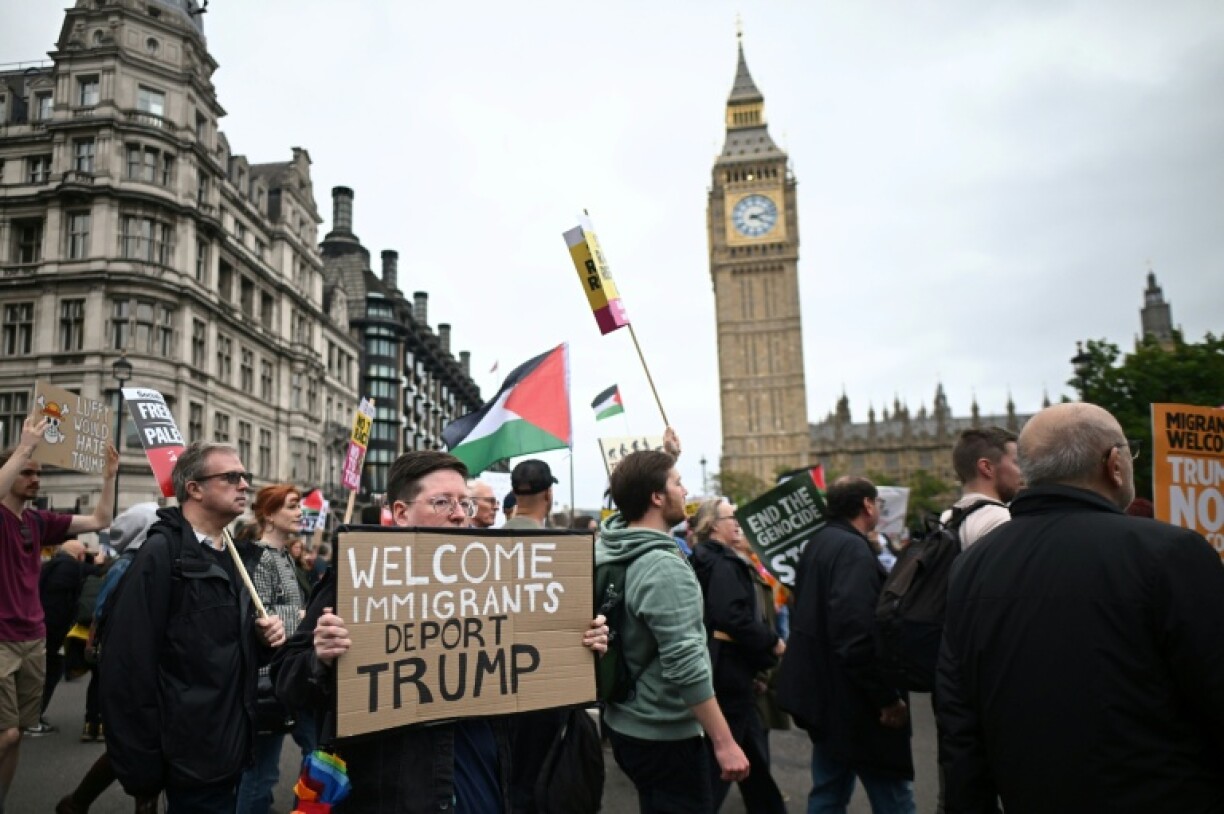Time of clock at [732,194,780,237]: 4:12
